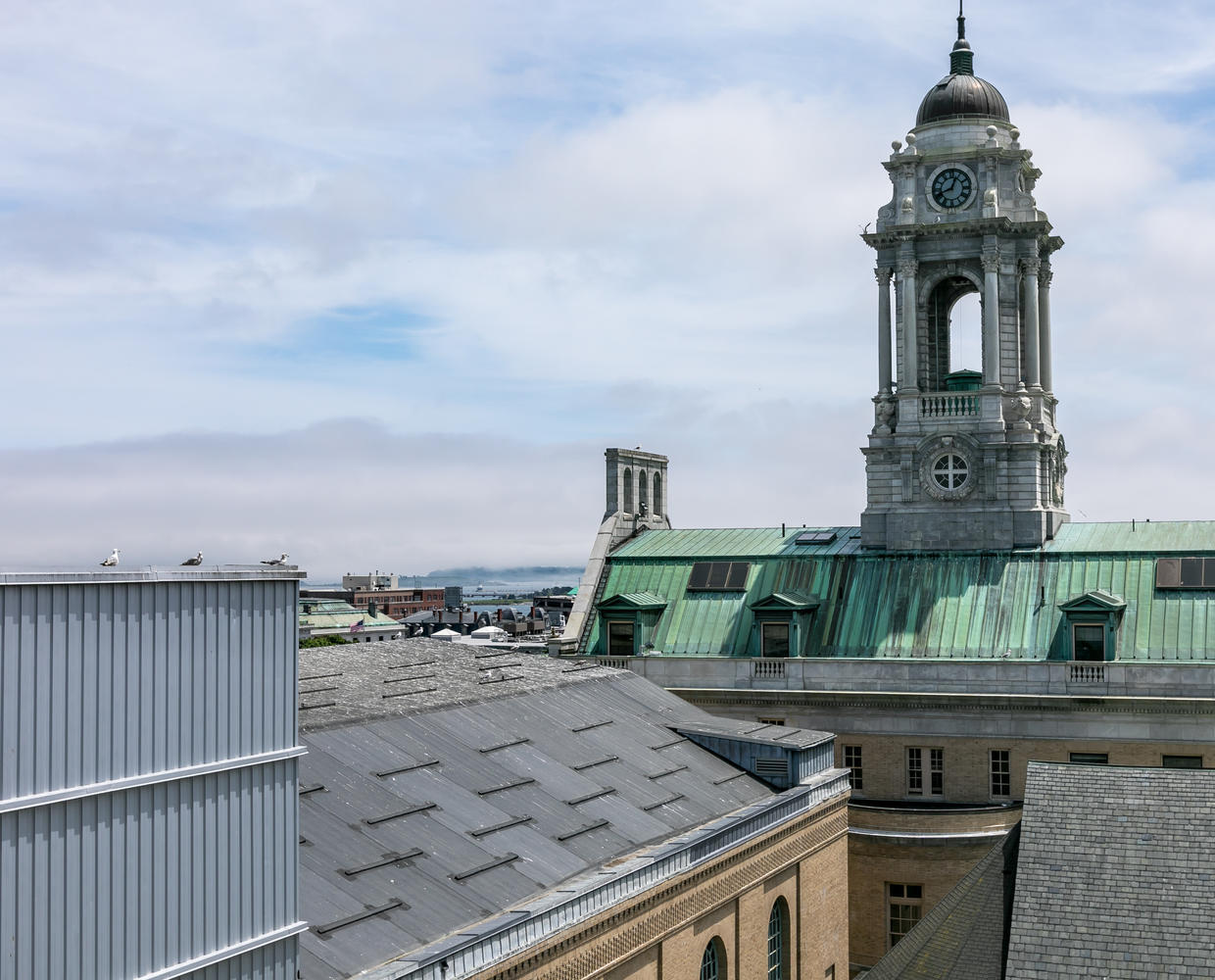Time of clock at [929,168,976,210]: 12:41
